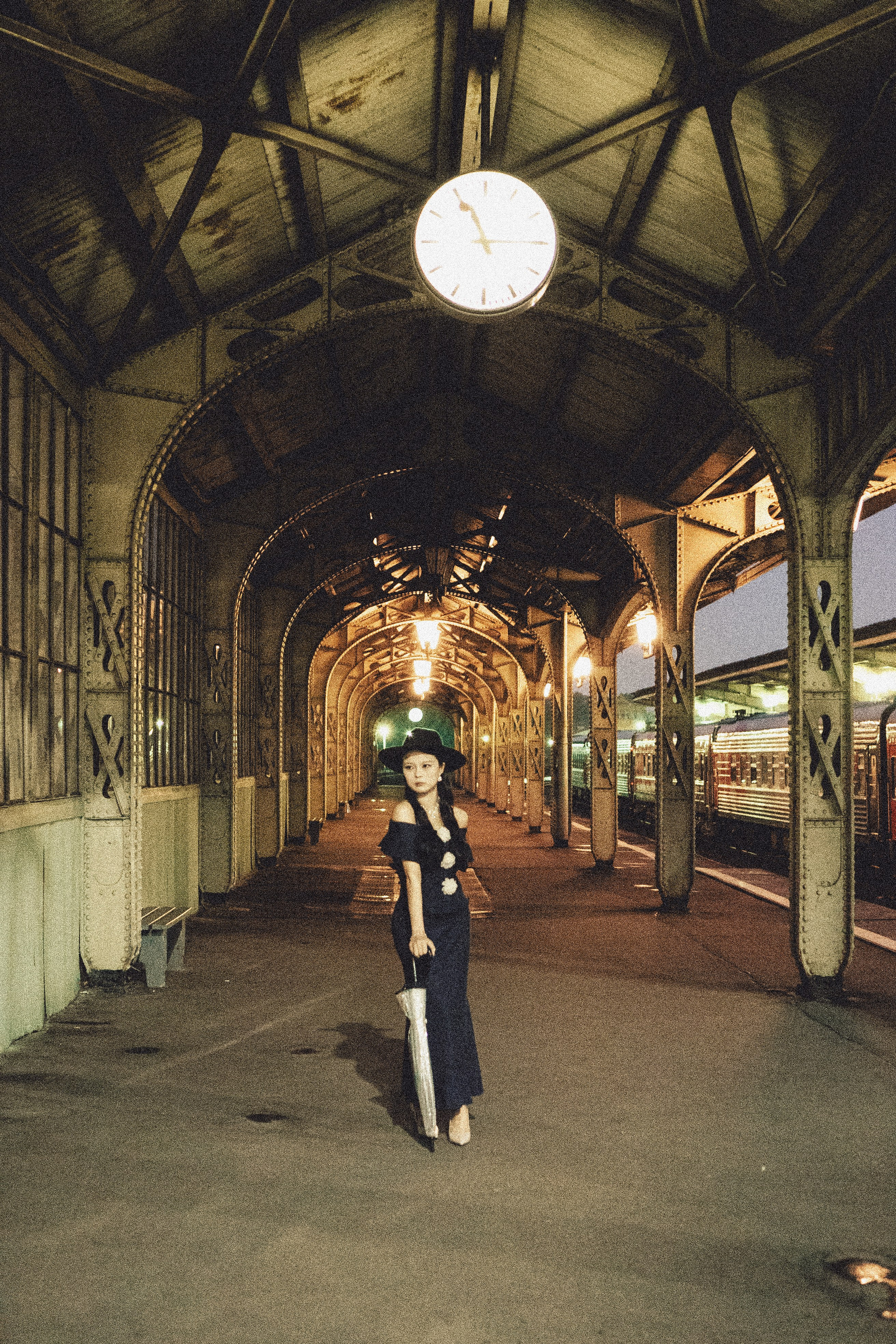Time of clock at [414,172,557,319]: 11:14
